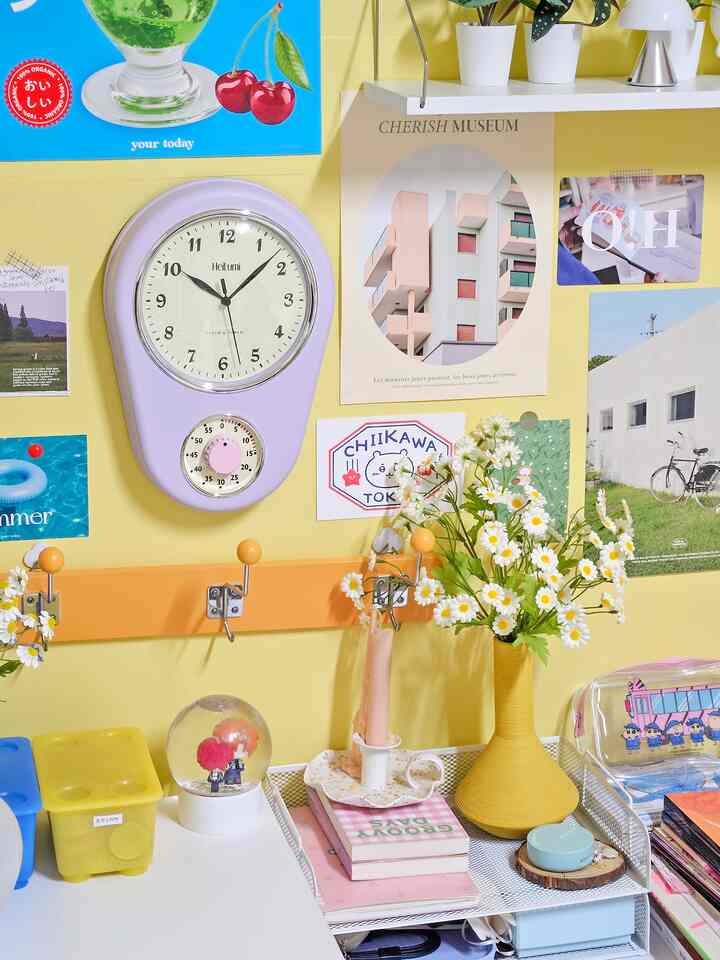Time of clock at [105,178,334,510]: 10:07
